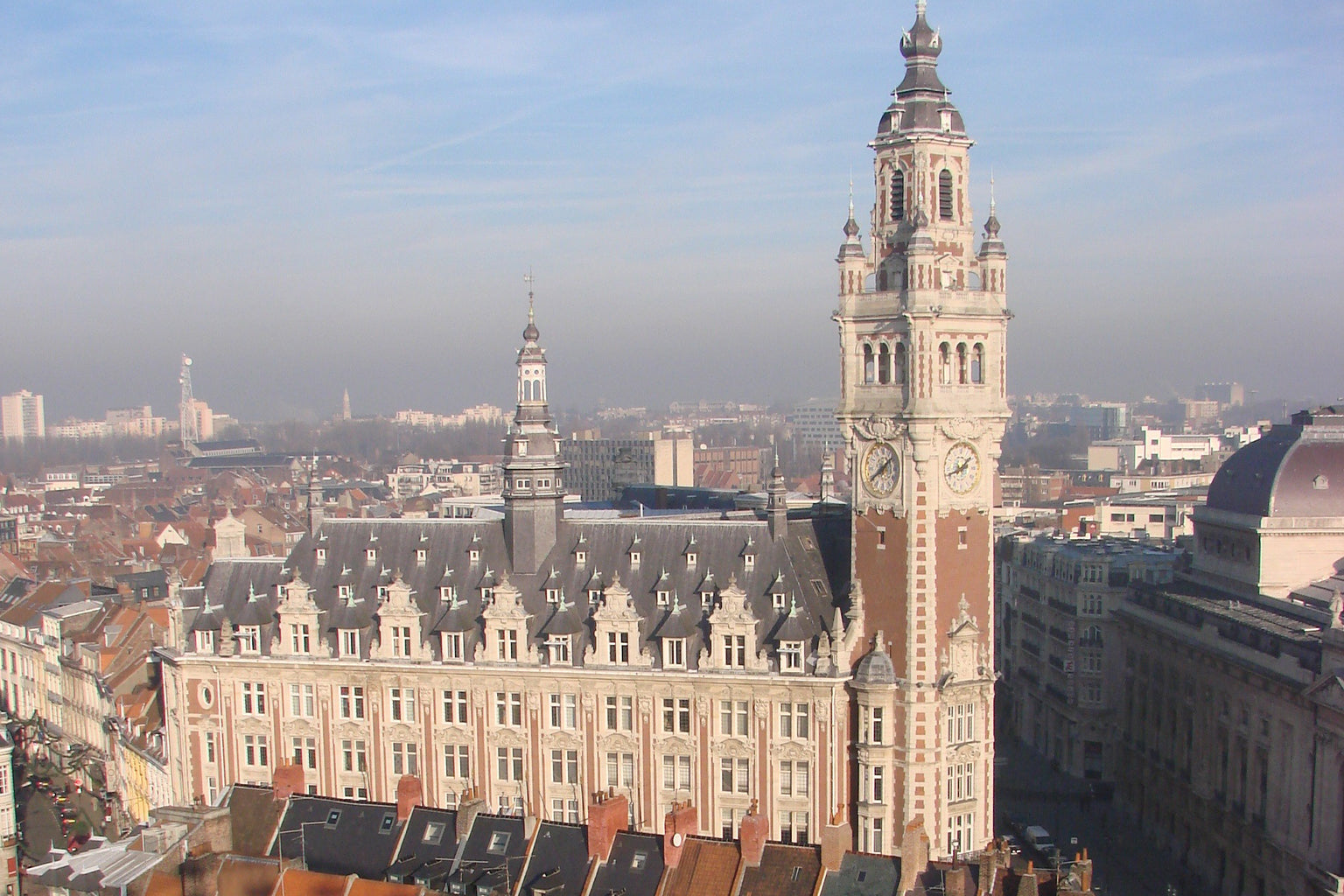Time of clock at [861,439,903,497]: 1:39
